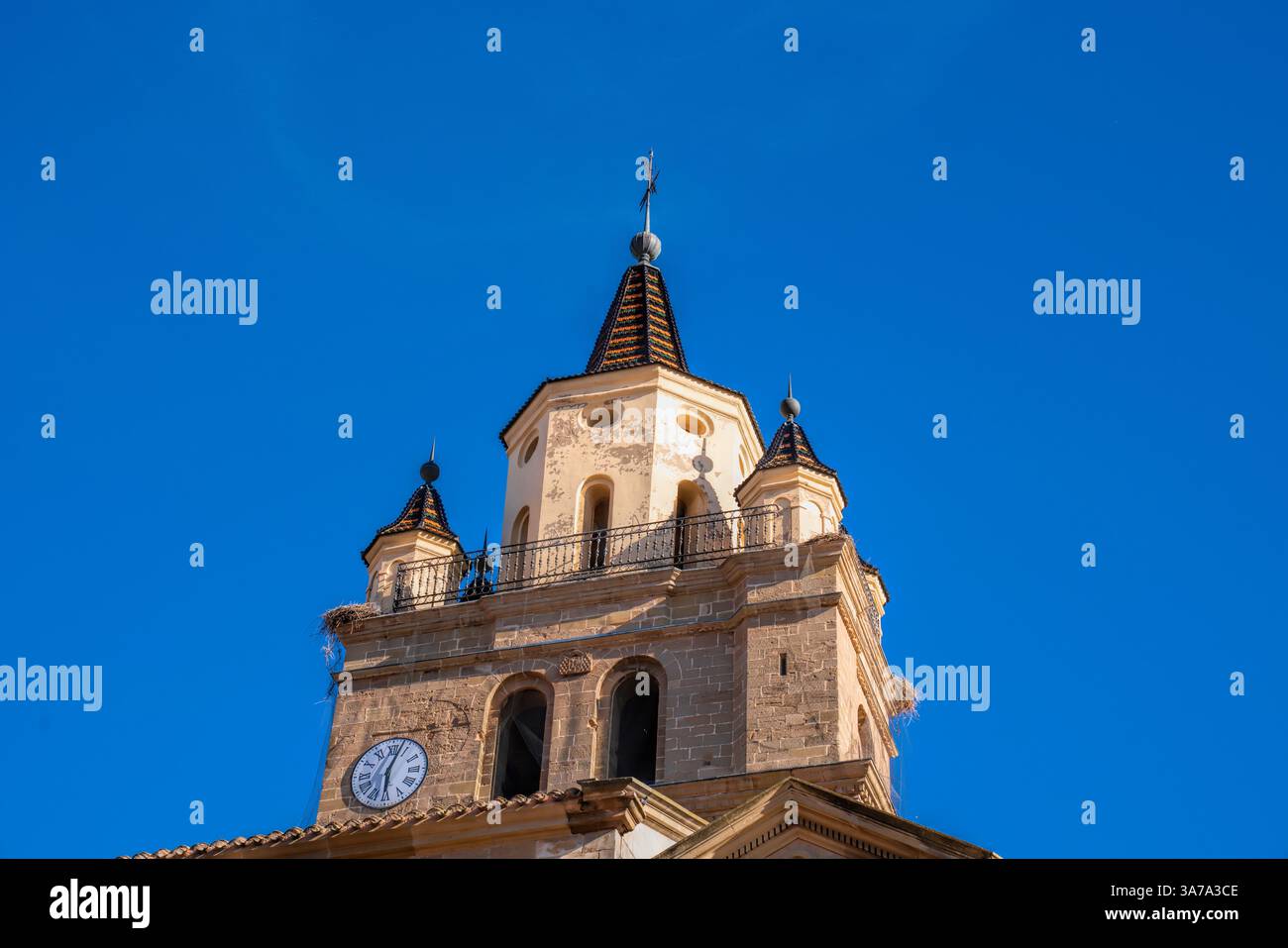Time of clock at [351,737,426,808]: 6:03
